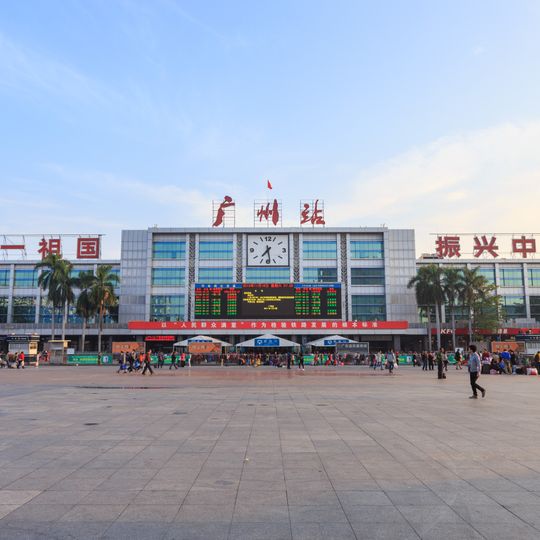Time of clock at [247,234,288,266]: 7:28
